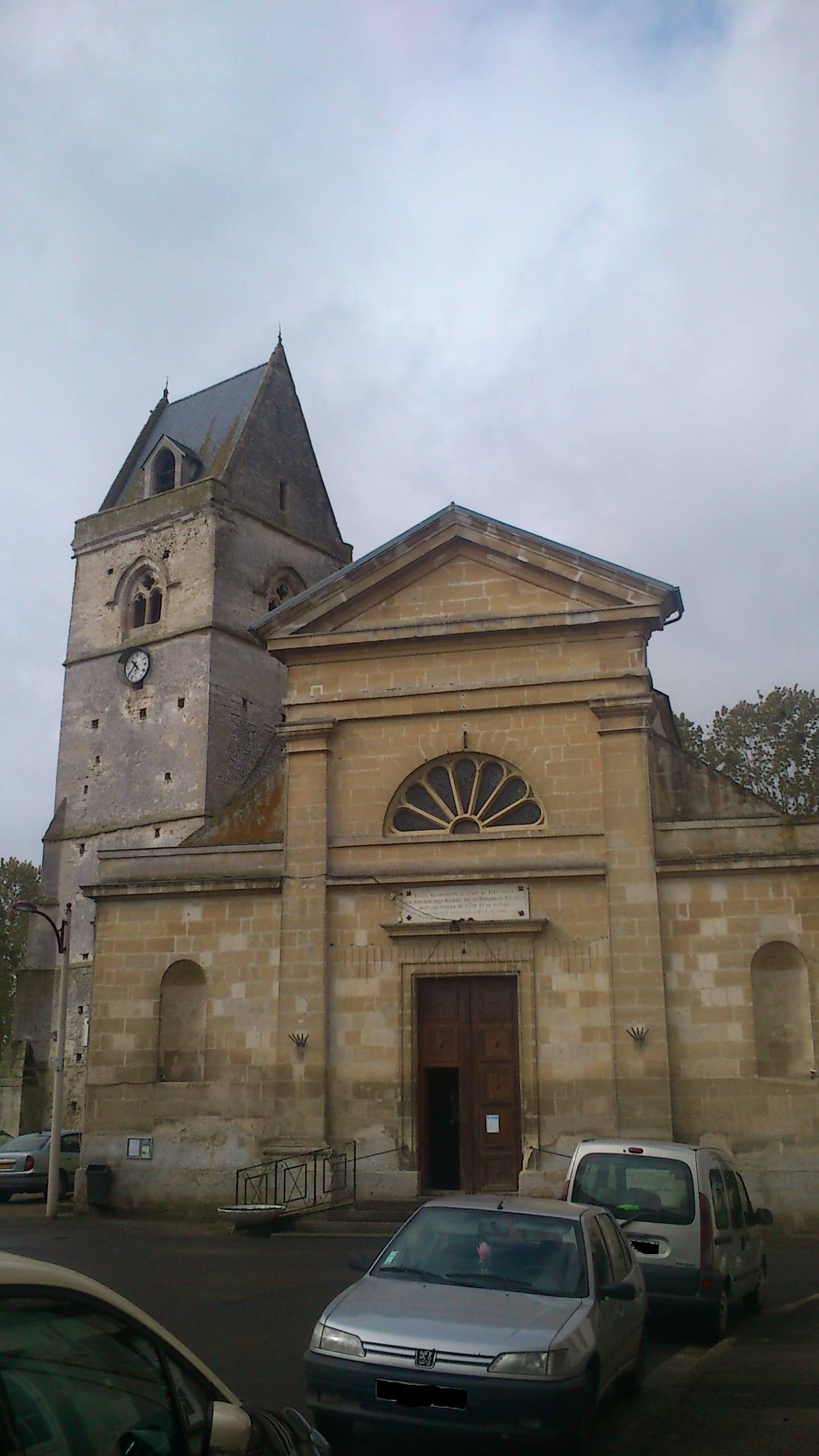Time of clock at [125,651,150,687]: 10:38
